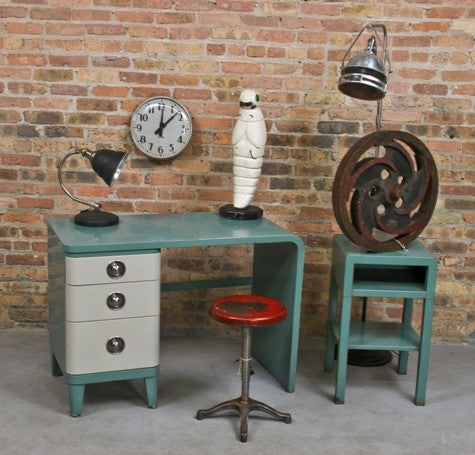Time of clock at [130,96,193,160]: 12:07
